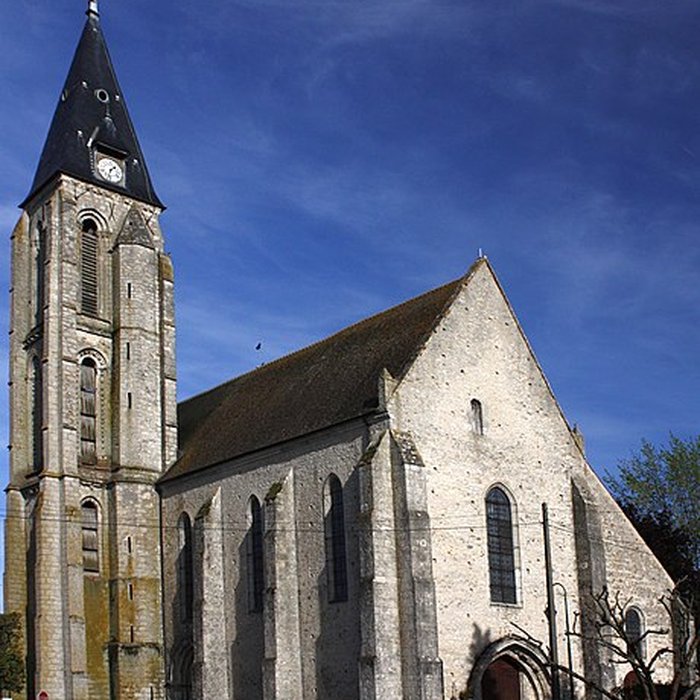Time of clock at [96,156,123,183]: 1:32
